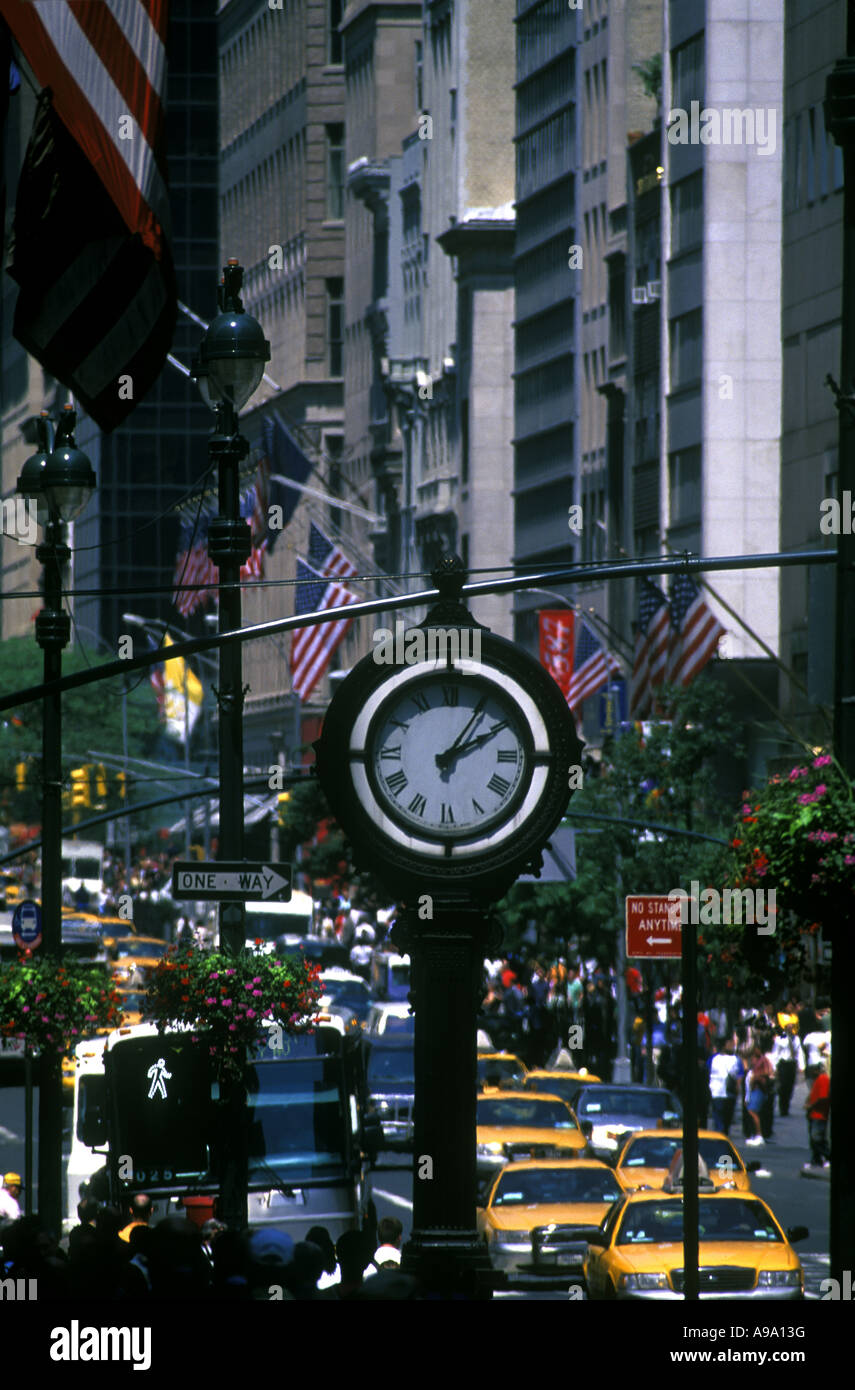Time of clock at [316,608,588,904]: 2:06
